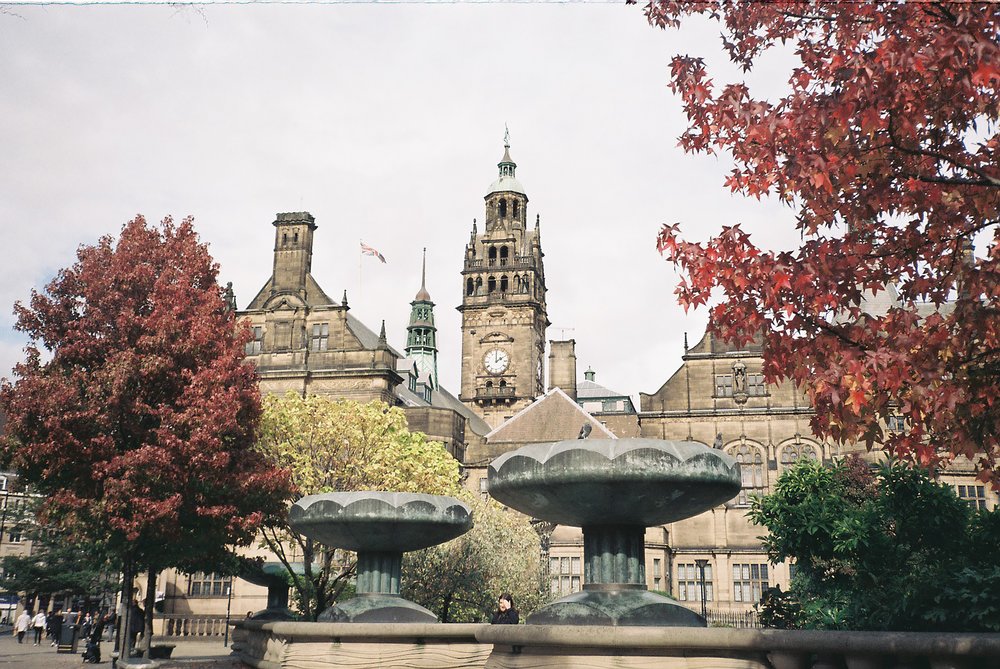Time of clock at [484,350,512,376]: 2:00
